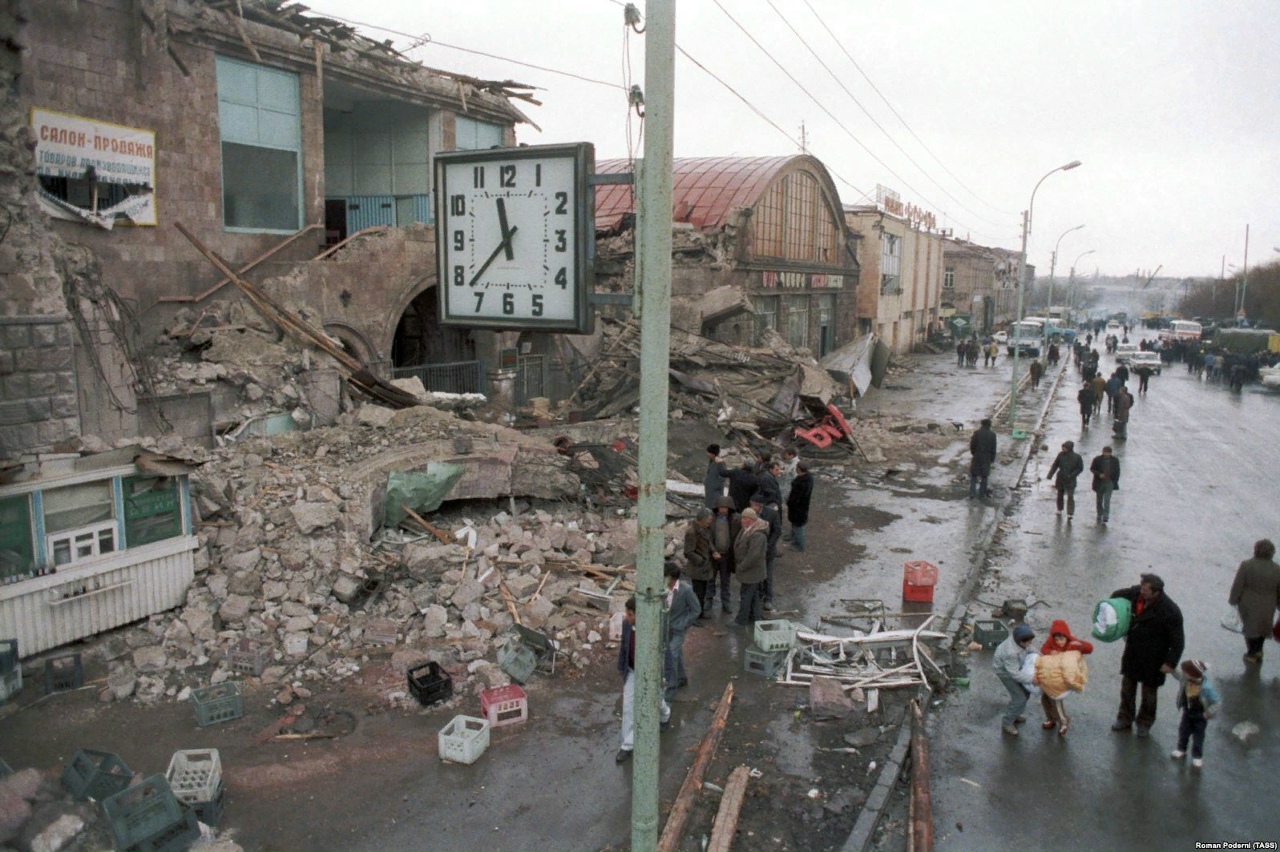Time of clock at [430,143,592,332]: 11:37
